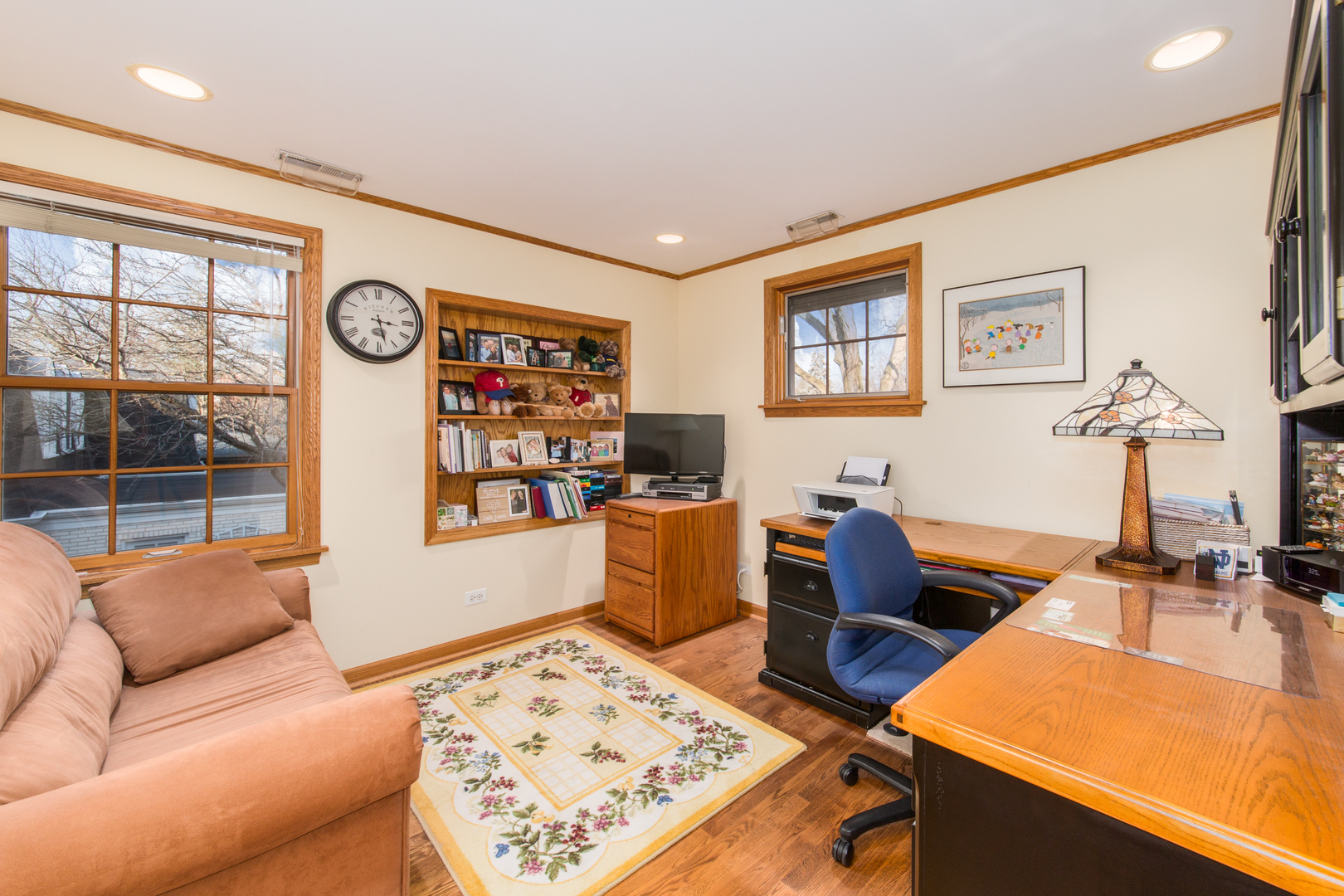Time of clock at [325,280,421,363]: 3:27
